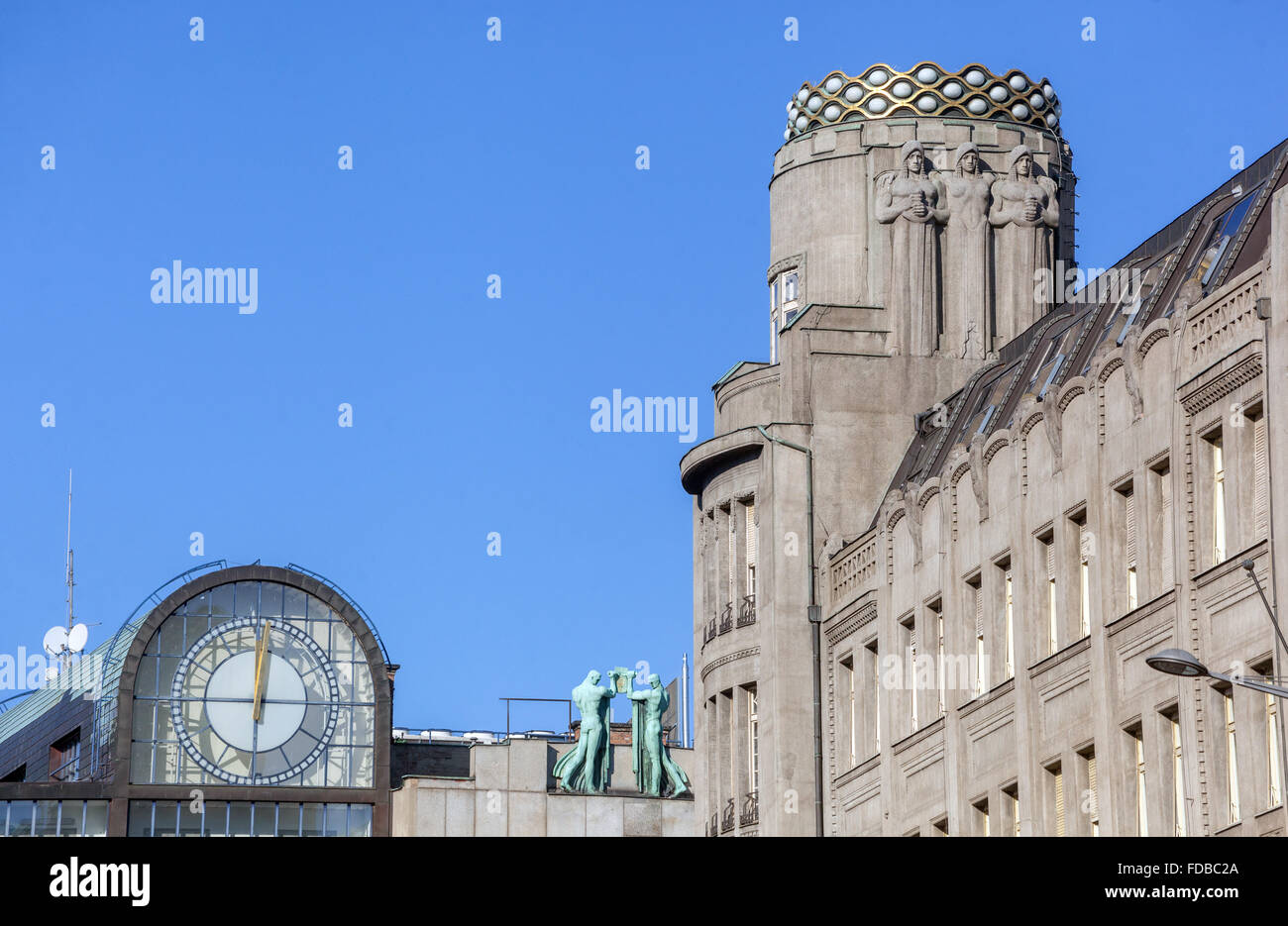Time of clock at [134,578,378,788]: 12:00
